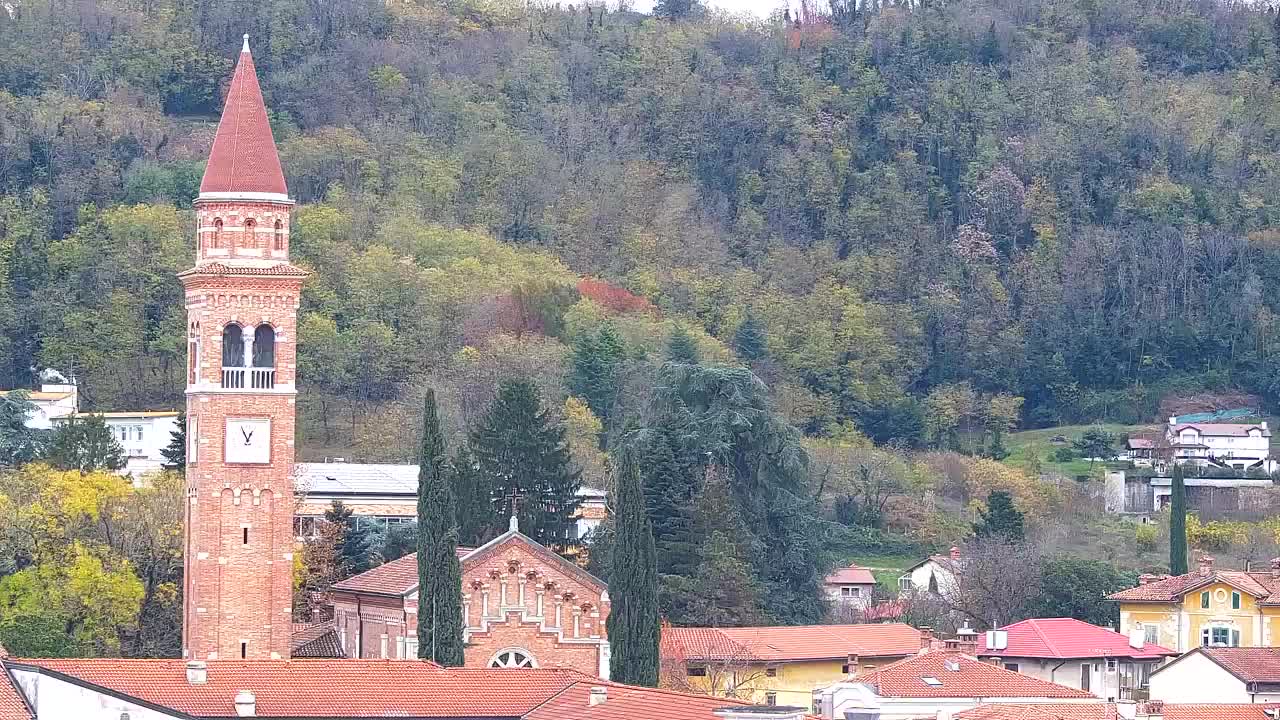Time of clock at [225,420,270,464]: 12:55
